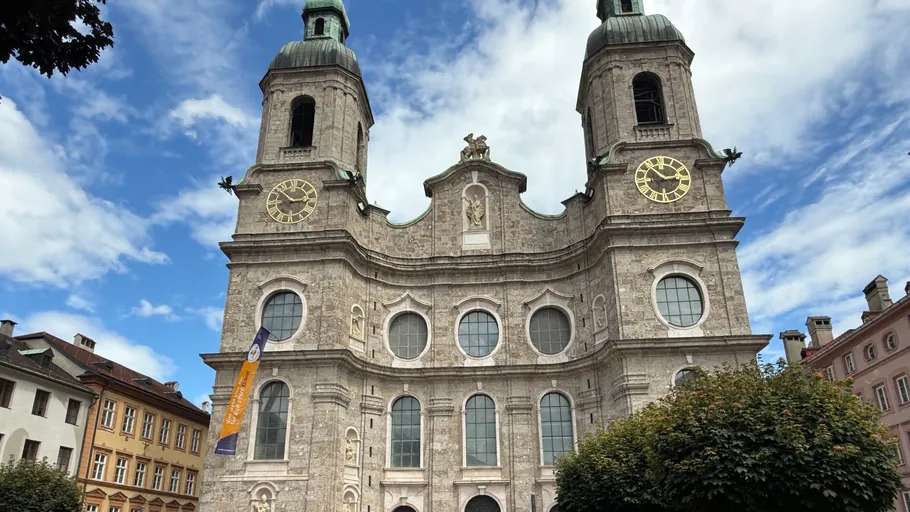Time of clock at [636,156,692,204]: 2:52
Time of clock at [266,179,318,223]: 2:52
